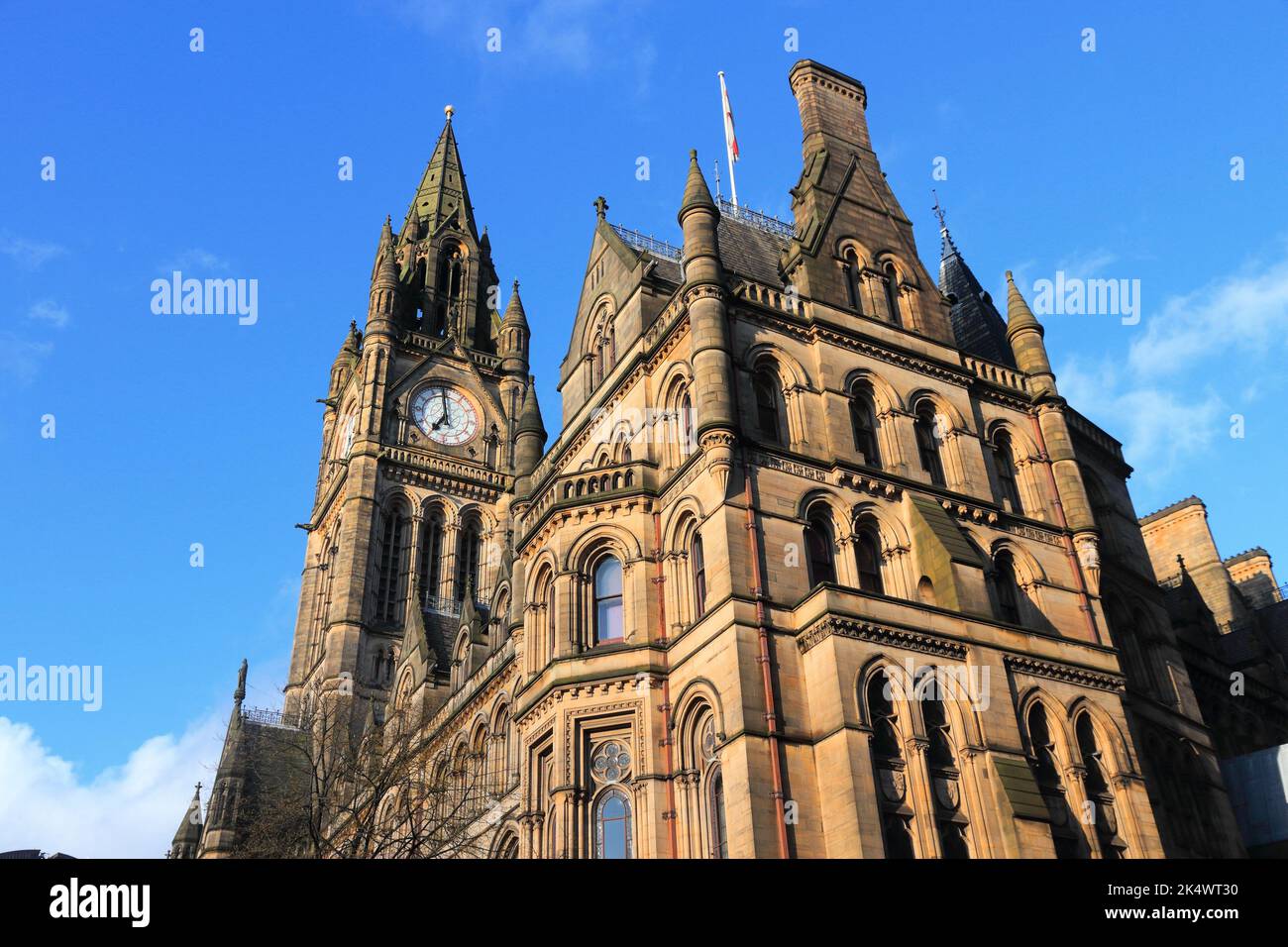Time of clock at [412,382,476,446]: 6:58
